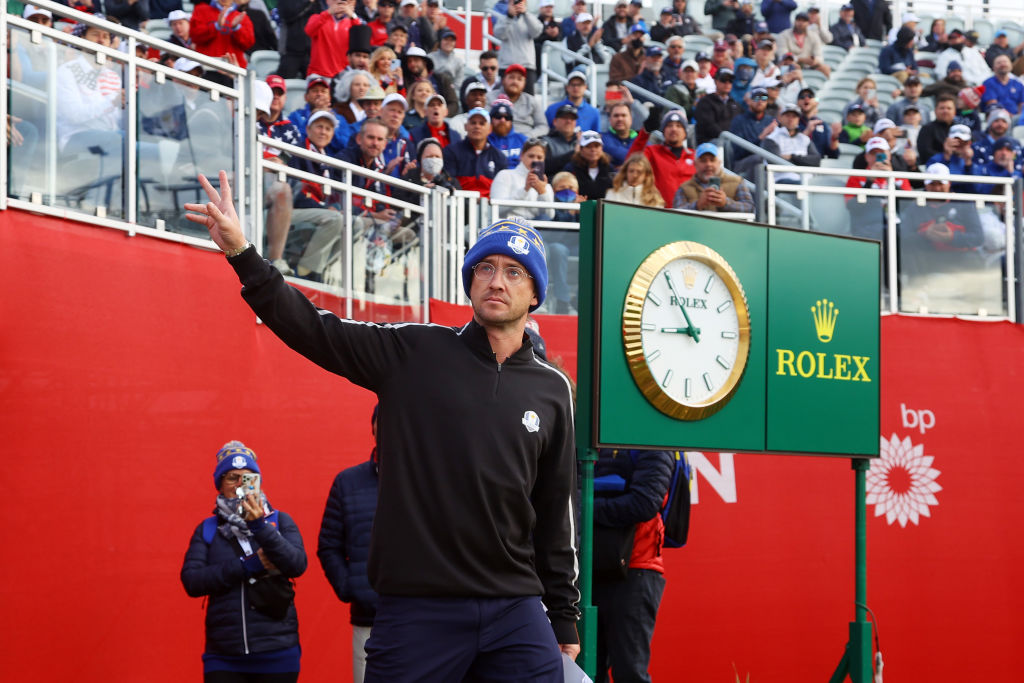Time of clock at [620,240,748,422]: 8:54
